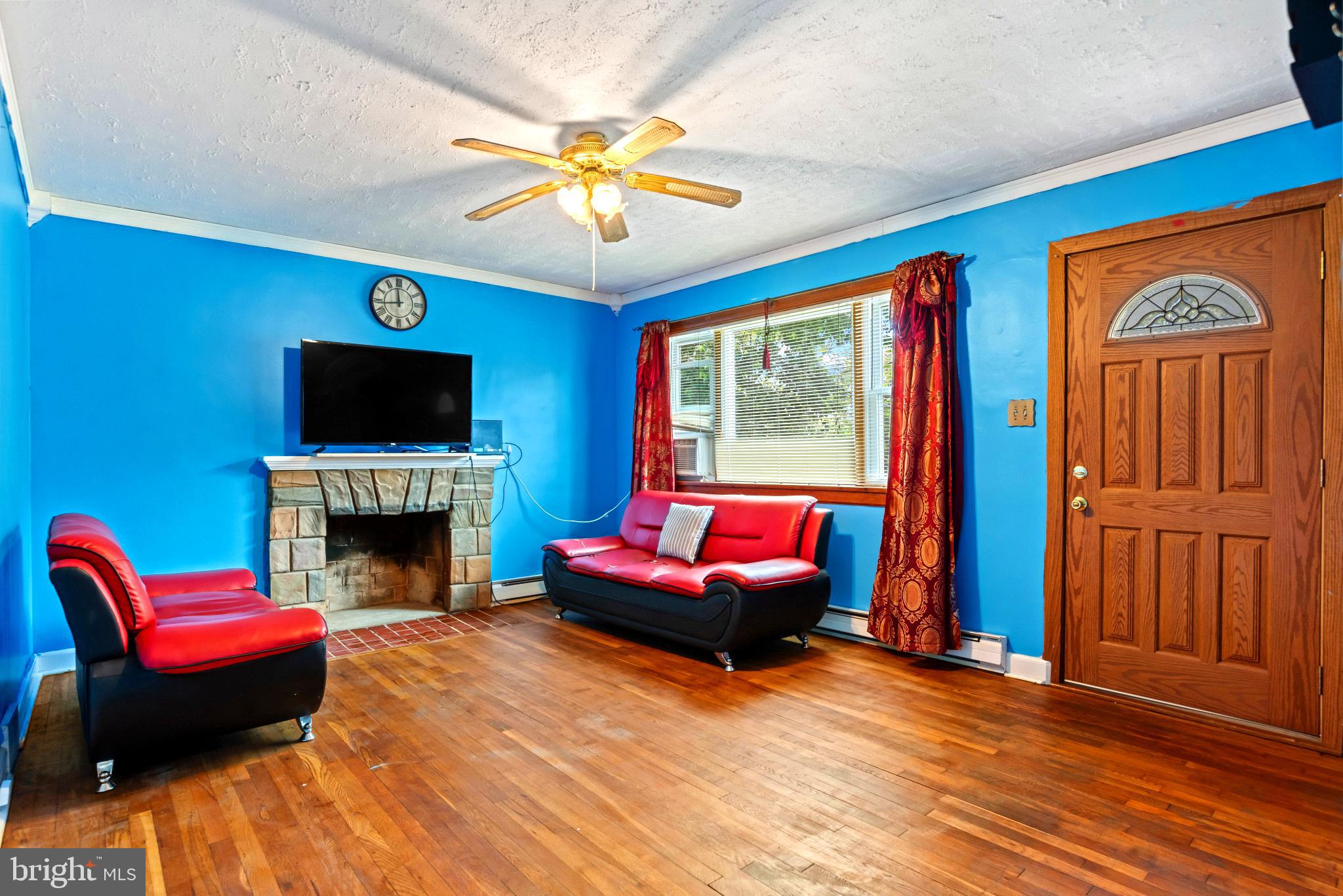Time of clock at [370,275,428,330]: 11:43
